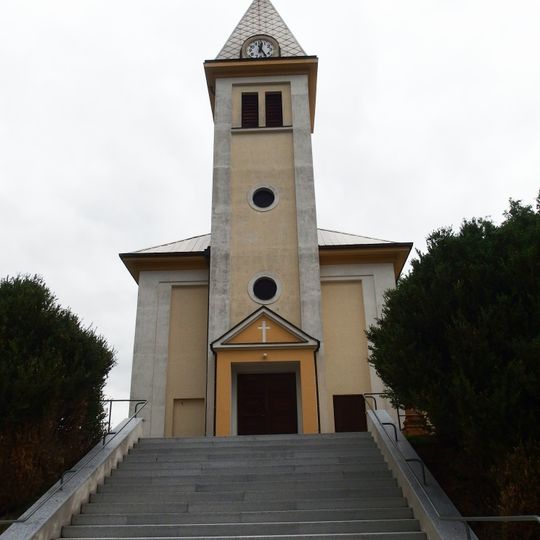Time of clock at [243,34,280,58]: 12:24
